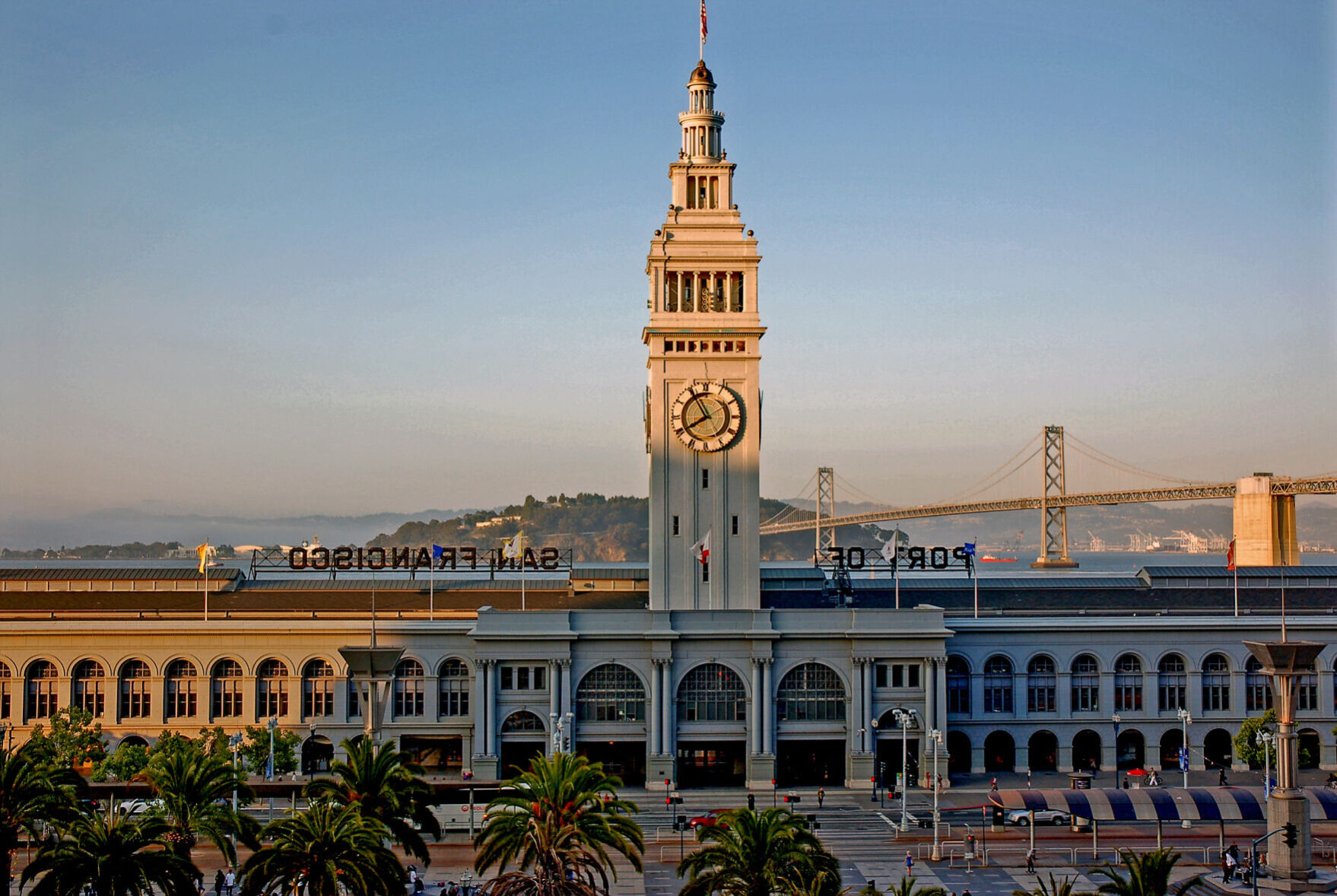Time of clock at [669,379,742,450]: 7:55
